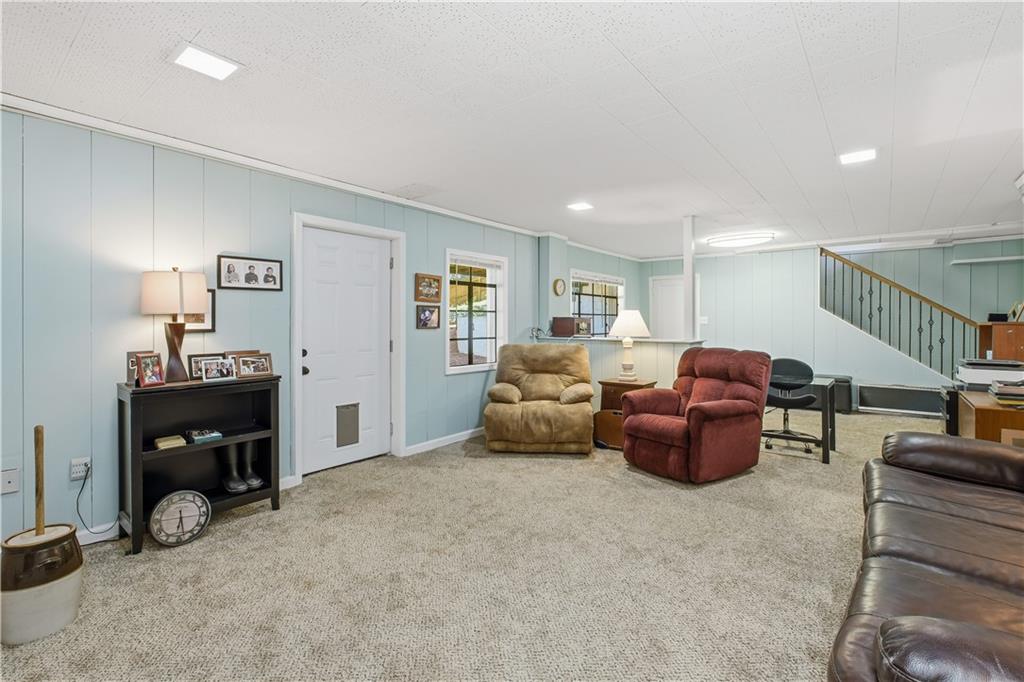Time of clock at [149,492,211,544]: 6:27
